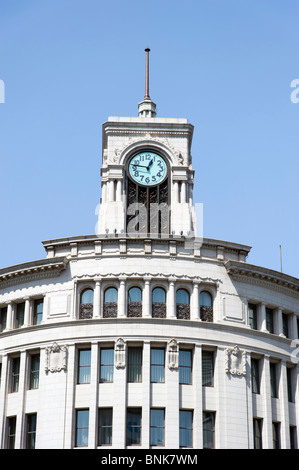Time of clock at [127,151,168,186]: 12:46
